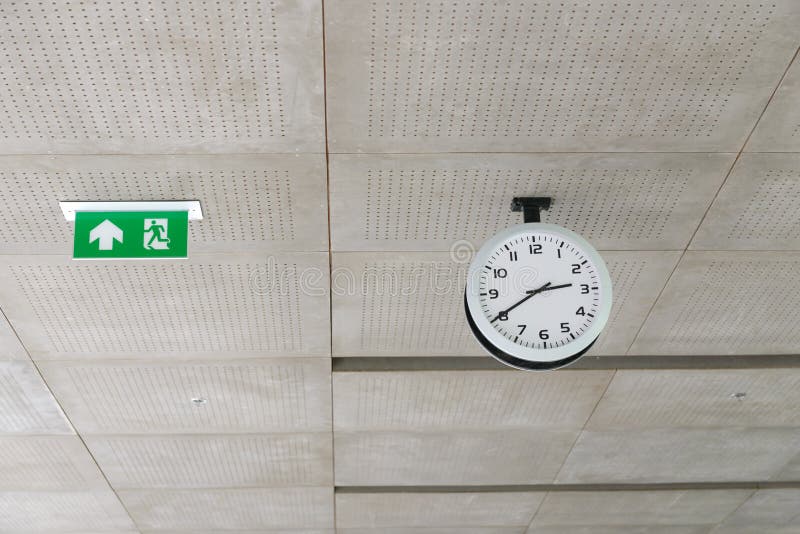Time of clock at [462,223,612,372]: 2:40
